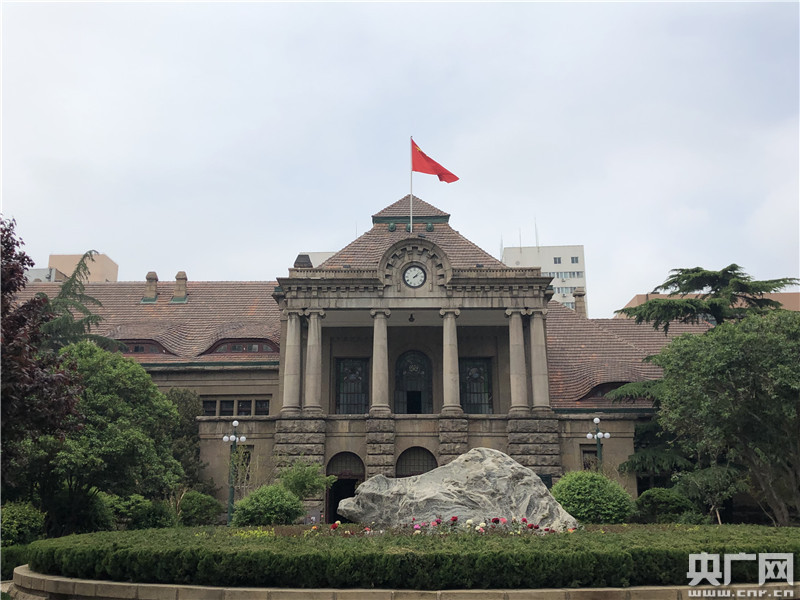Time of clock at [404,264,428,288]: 2:07
